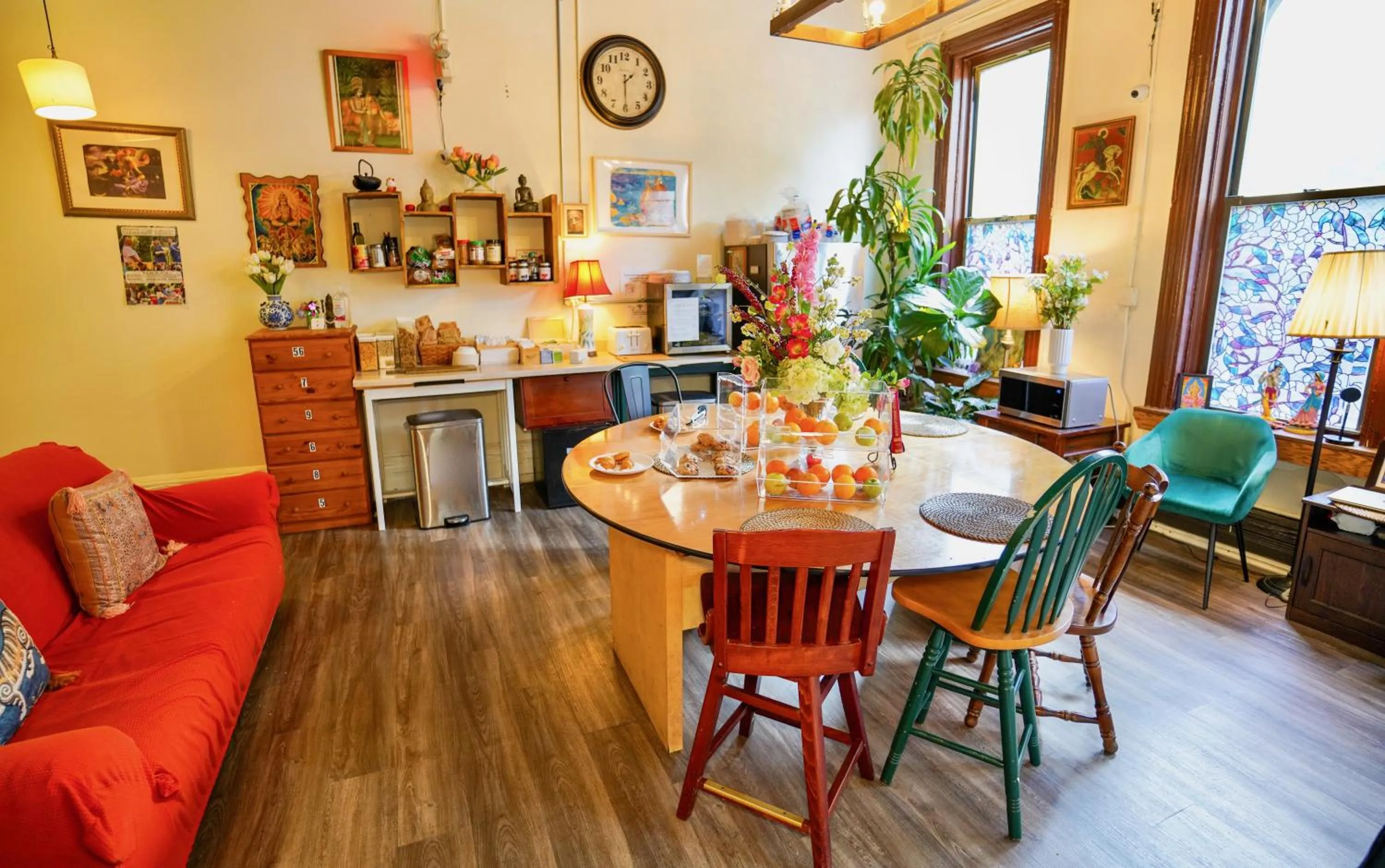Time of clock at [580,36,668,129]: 1:29
